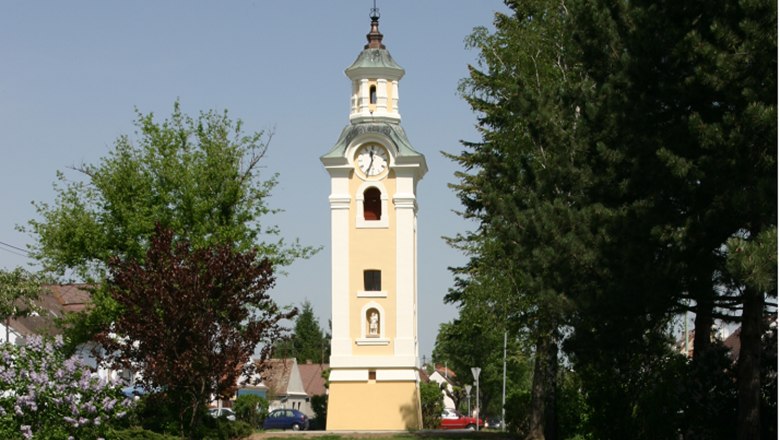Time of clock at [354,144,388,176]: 11:33
